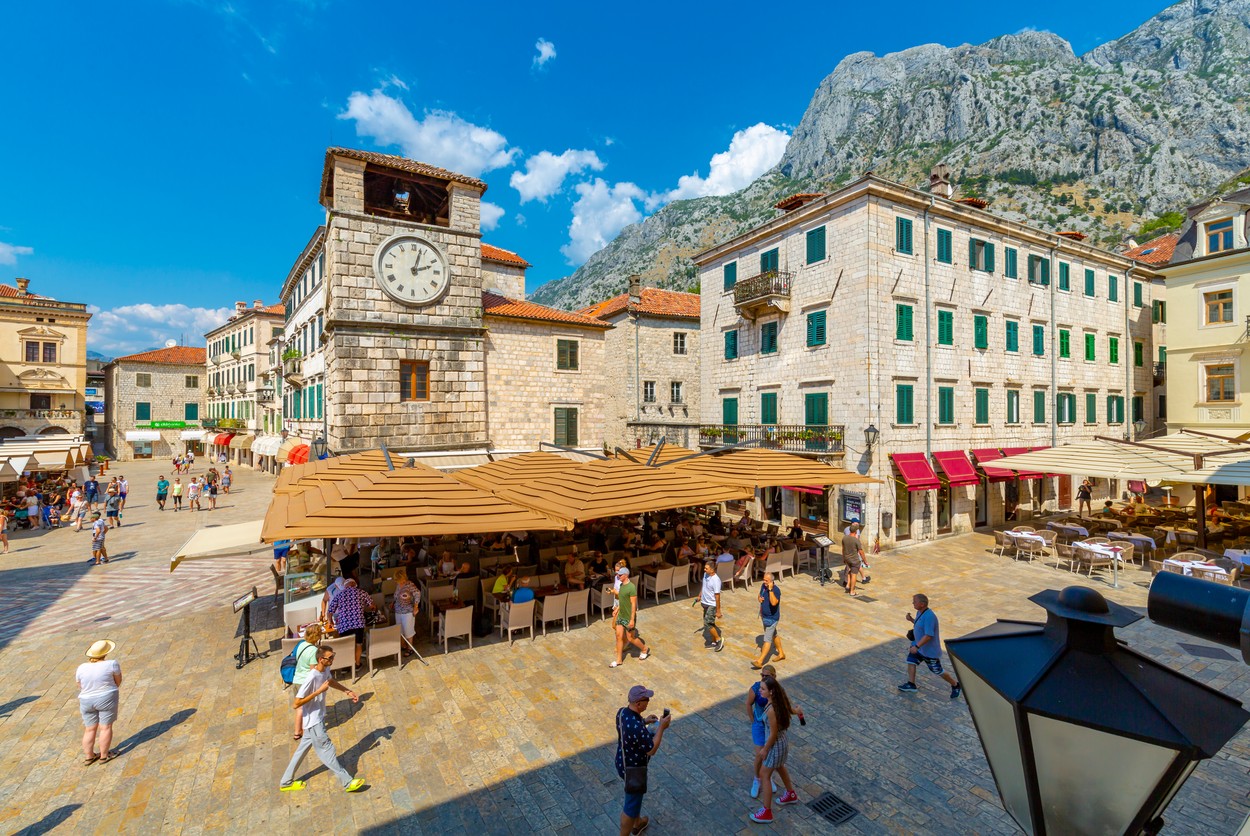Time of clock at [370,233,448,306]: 2:02
